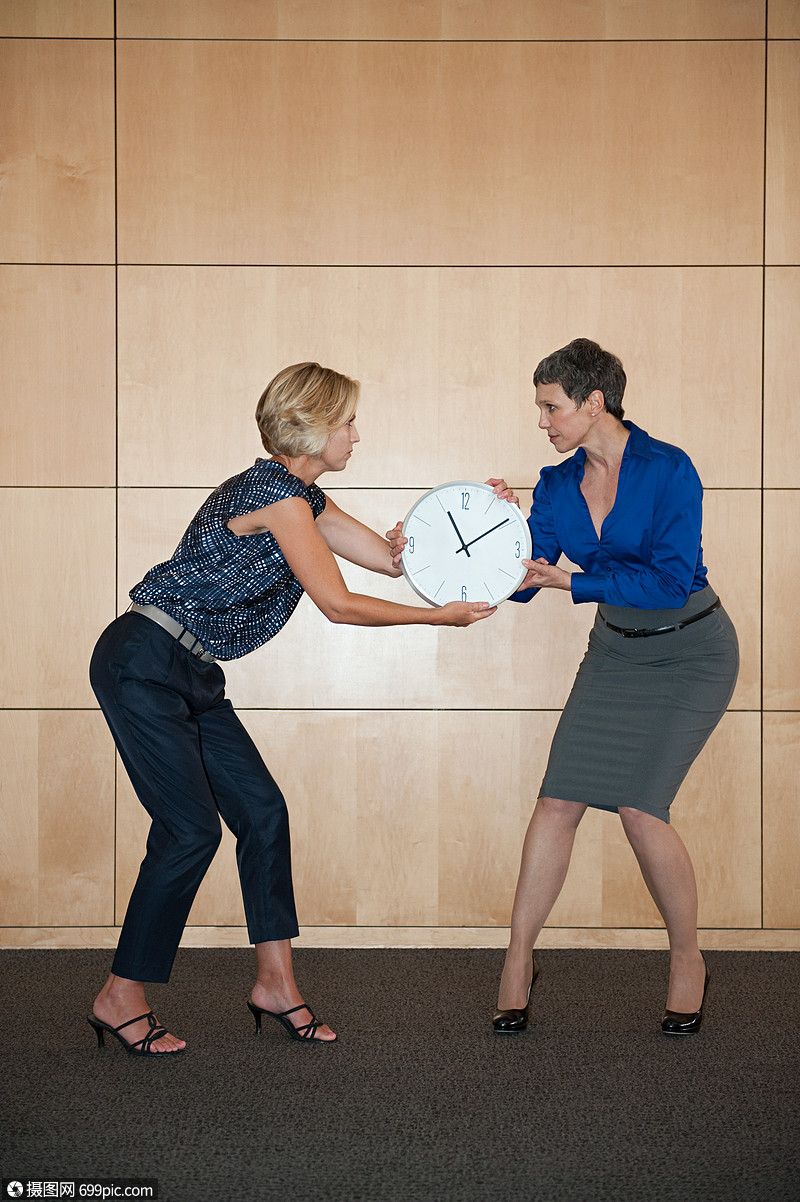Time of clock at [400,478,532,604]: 11:09
